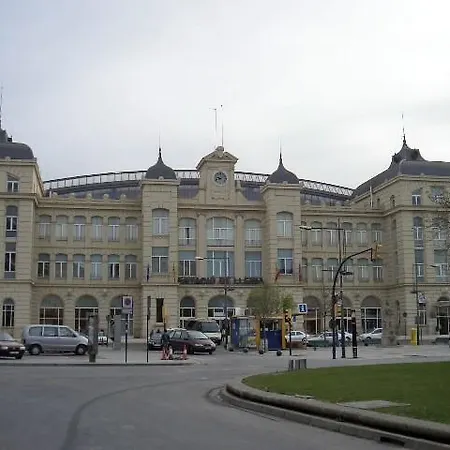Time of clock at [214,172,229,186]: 9:41
